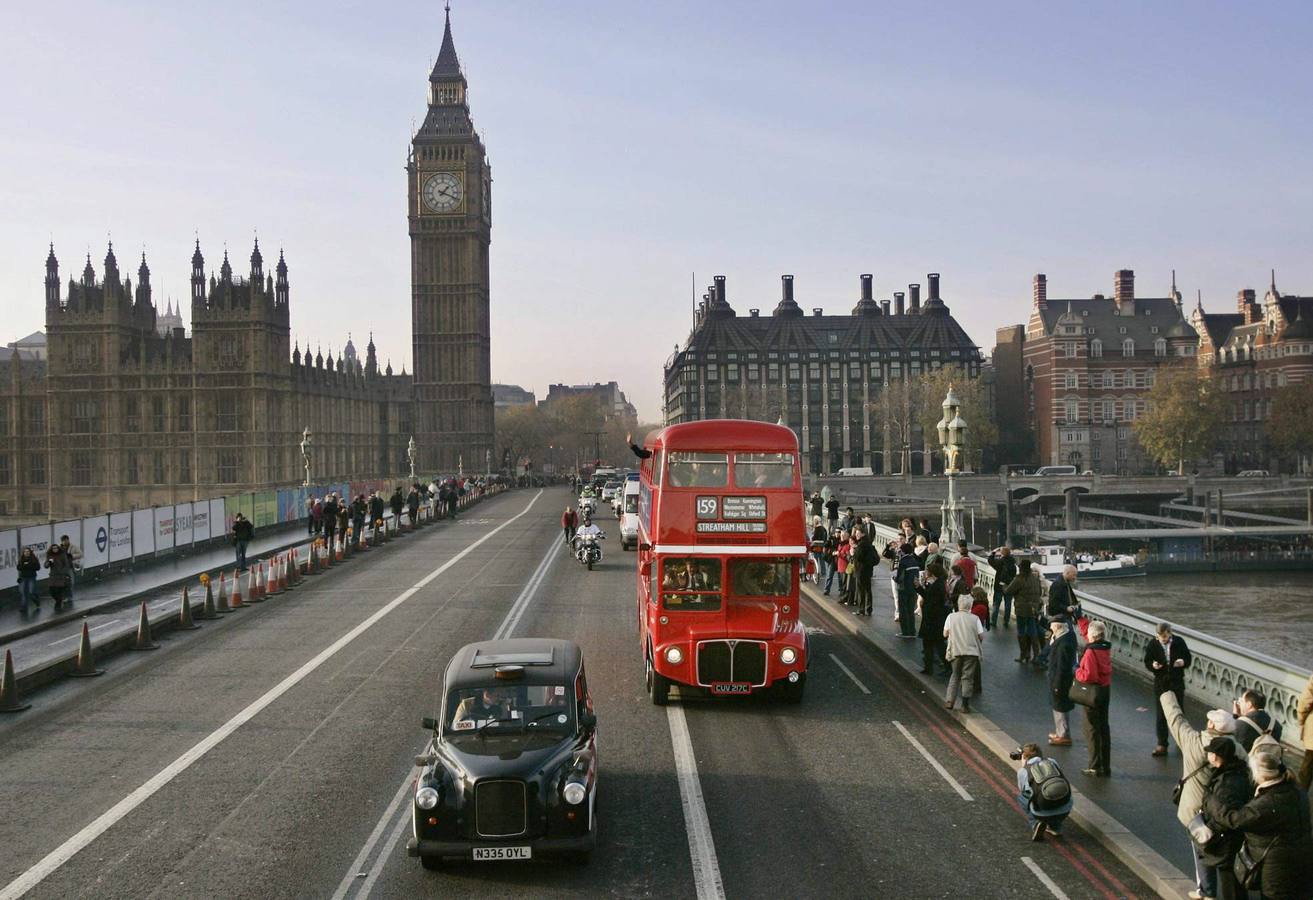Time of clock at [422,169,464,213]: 1:18
